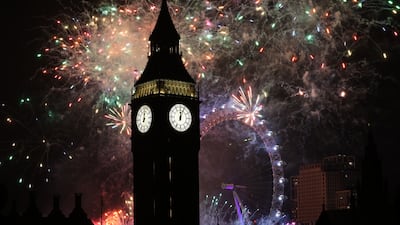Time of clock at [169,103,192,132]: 12:03
